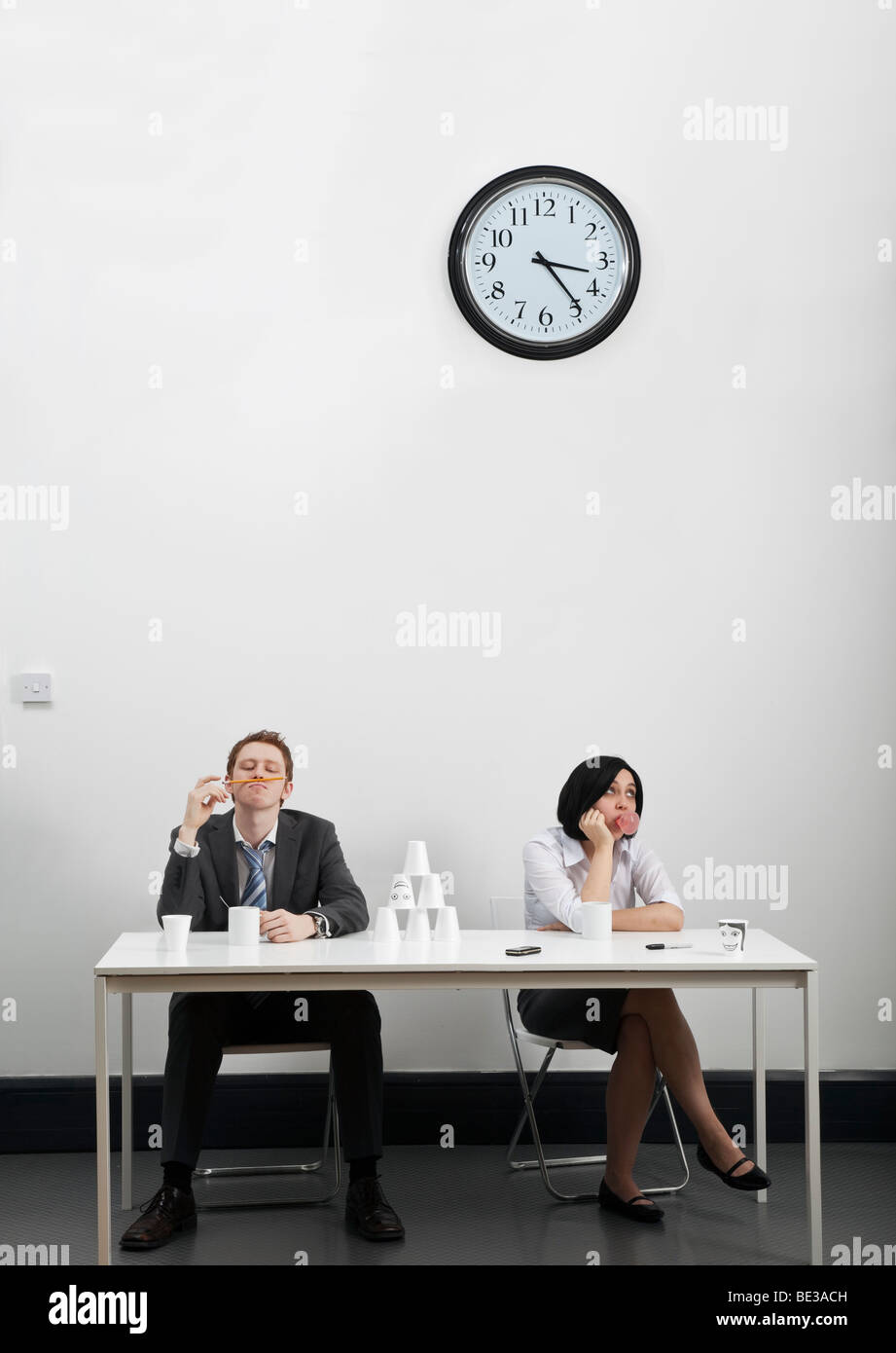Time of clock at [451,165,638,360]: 3:23
